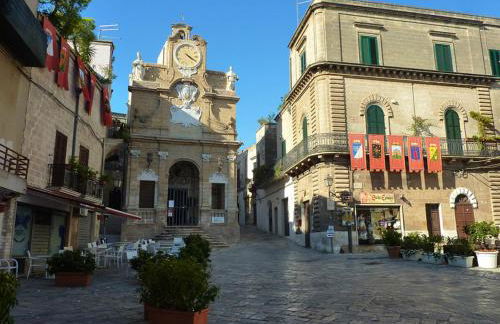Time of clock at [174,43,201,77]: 4:20
